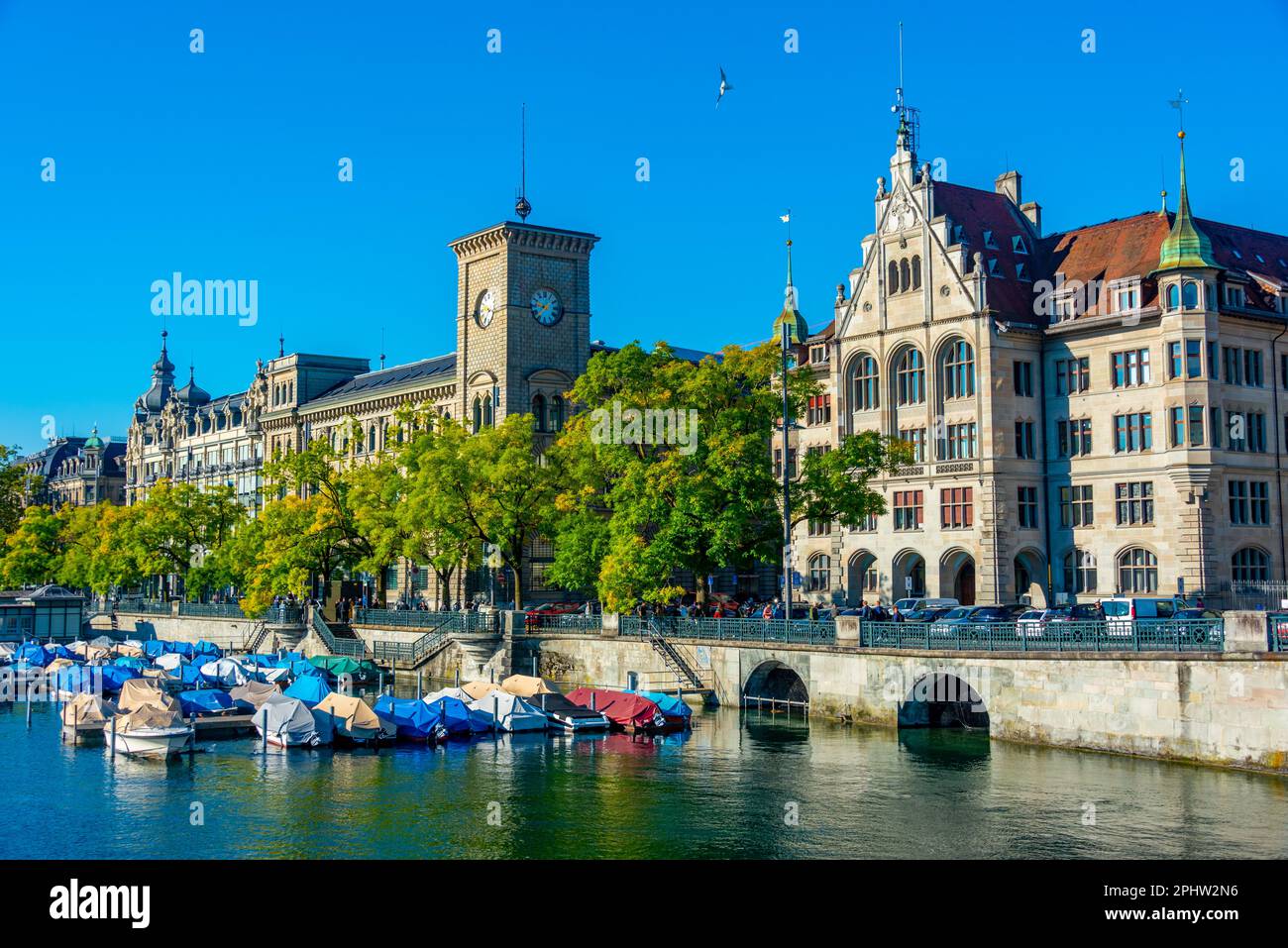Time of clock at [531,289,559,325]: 9:38
